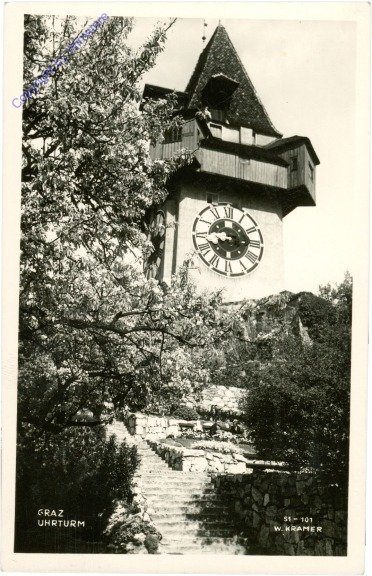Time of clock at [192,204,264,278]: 8:14
